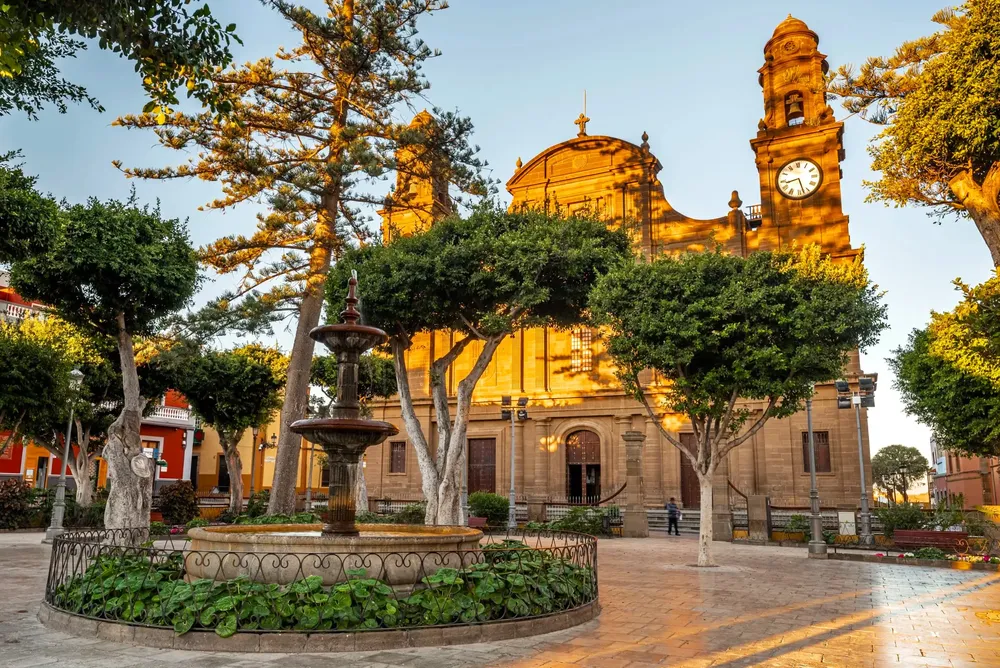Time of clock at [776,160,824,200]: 8:27
